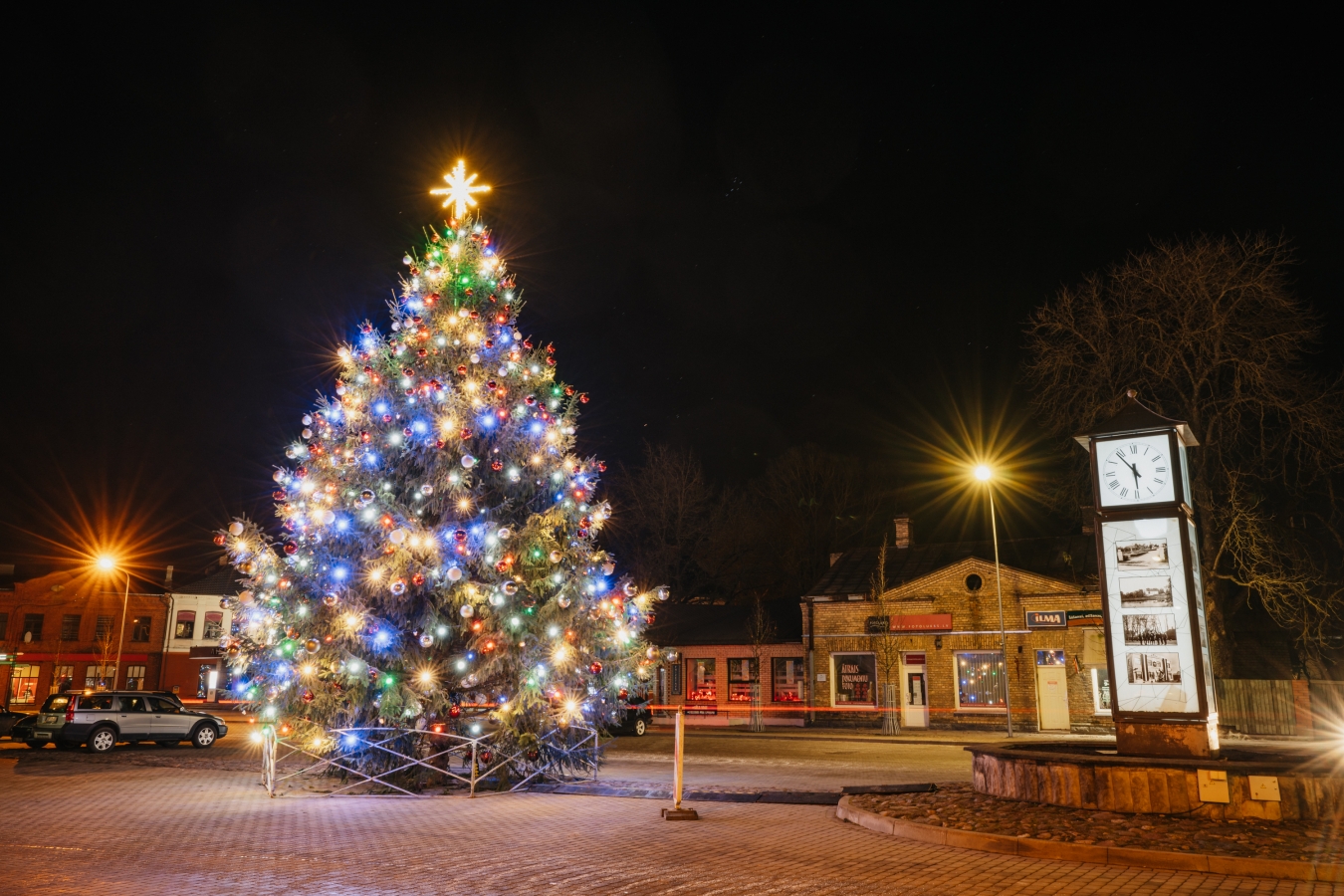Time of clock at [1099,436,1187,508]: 5:53
